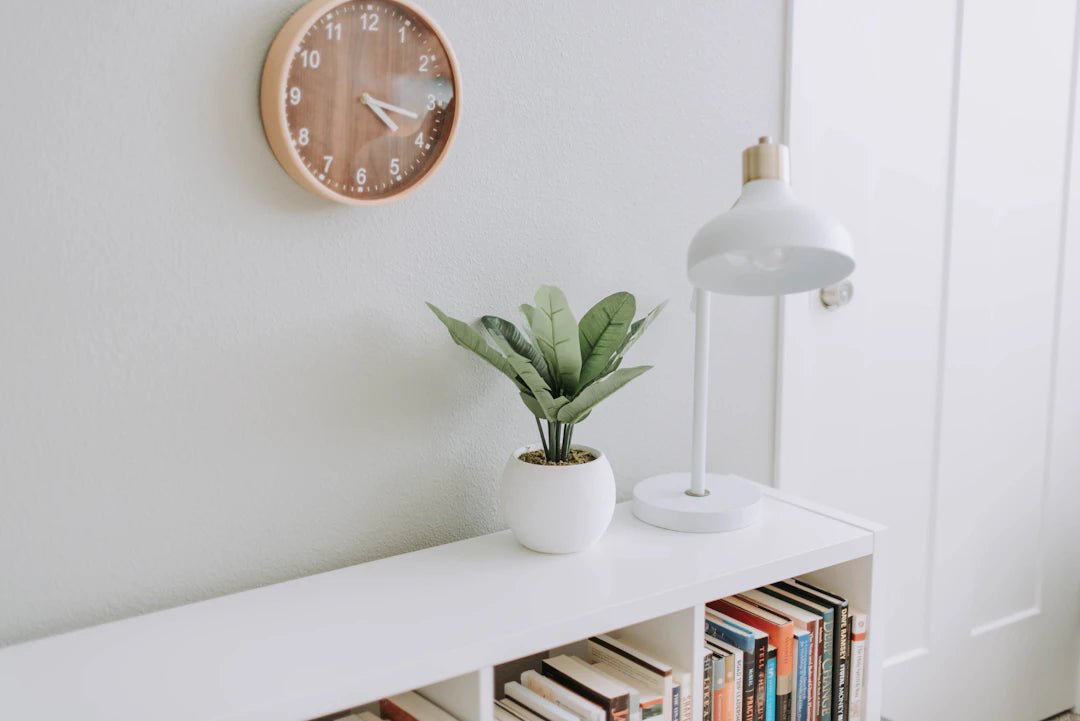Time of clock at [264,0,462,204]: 4:17
